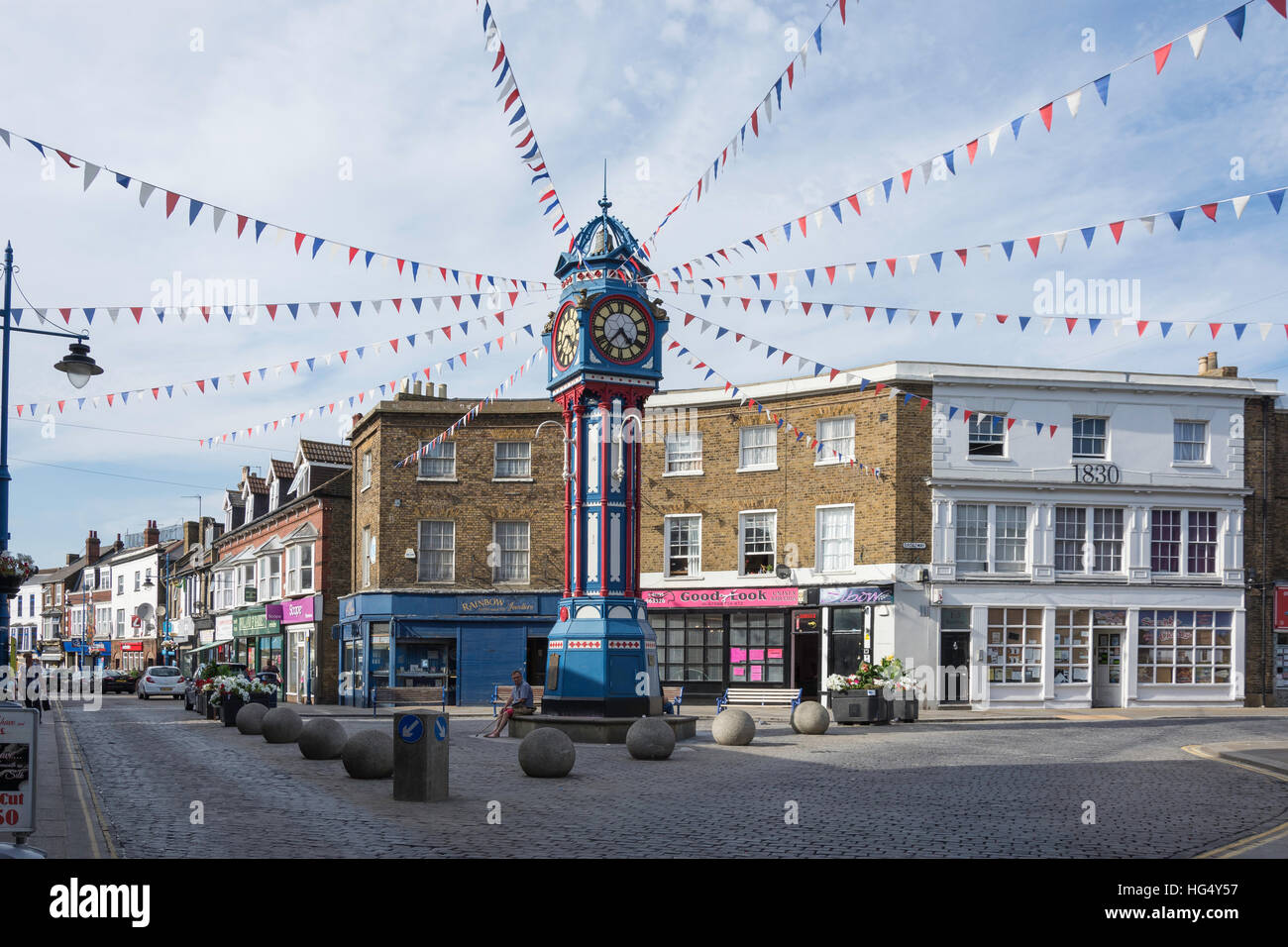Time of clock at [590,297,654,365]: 4:36
